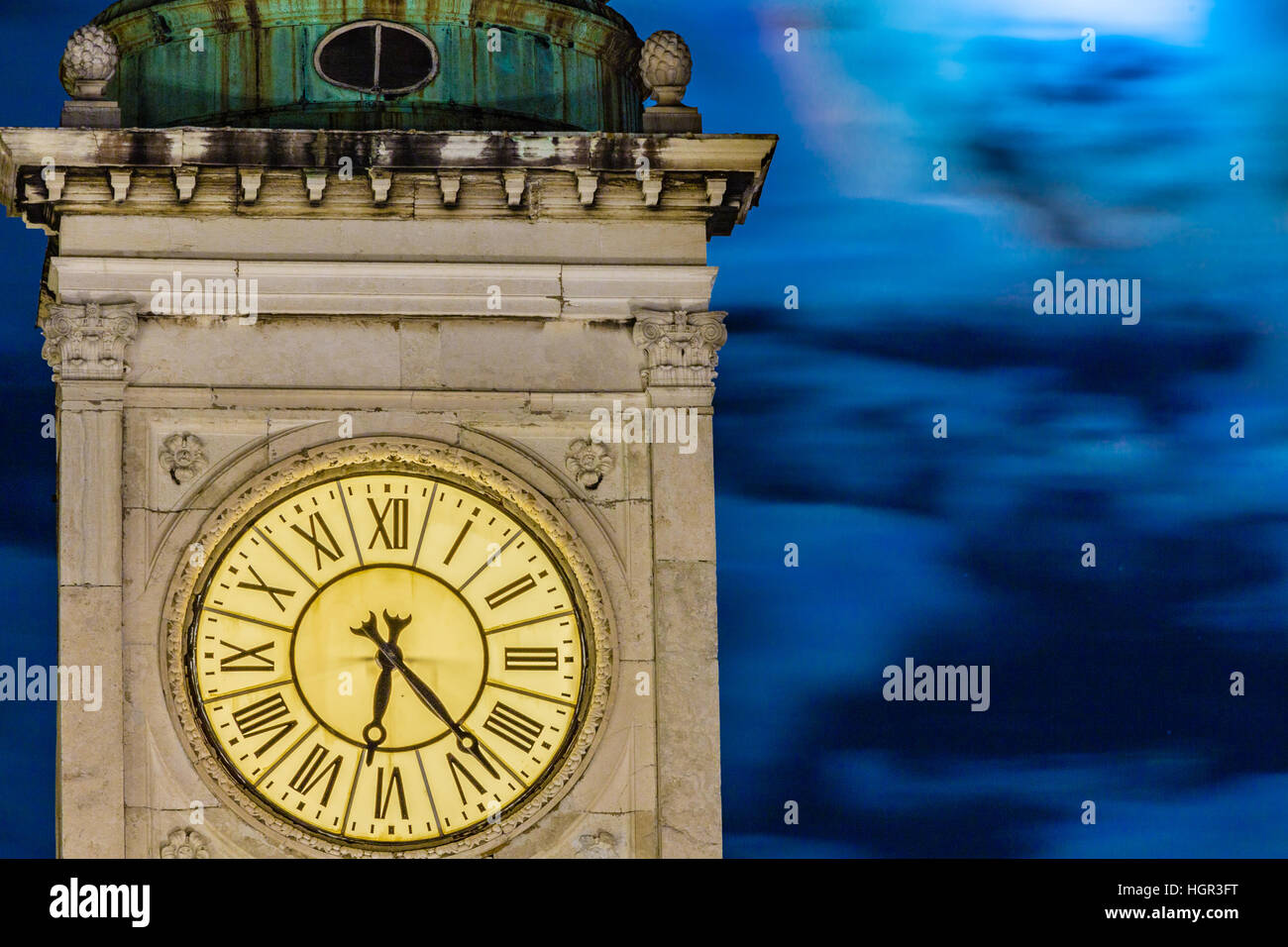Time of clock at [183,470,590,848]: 6:23
